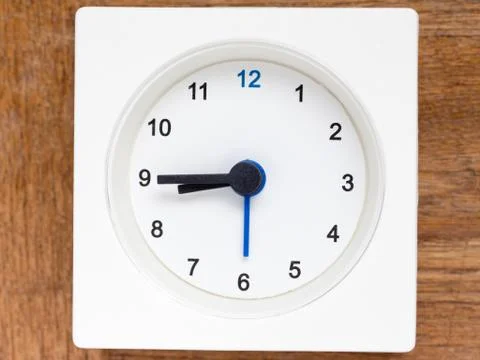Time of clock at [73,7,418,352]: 8:45
